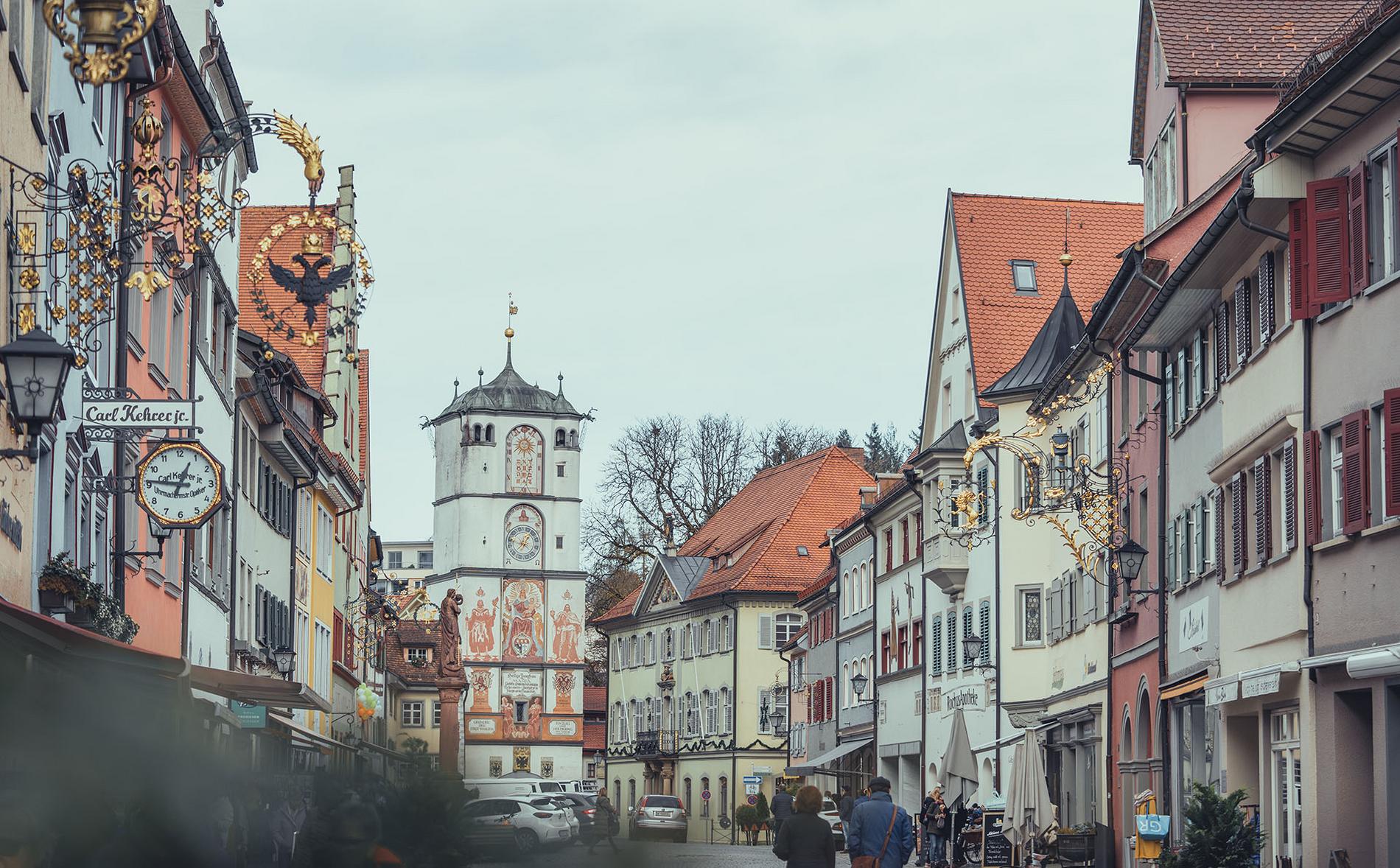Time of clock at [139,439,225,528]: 12:46
